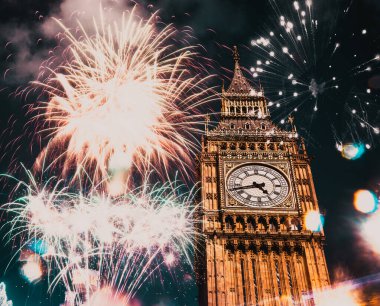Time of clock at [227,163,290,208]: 4:42
